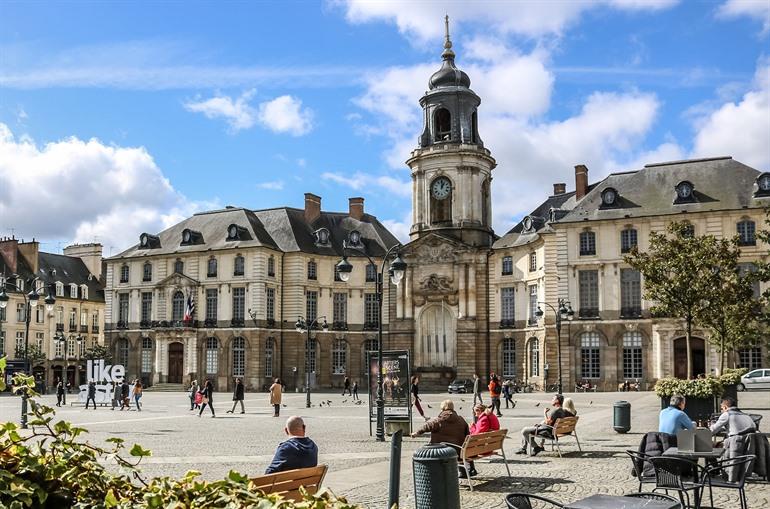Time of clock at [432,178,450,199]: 1:00
